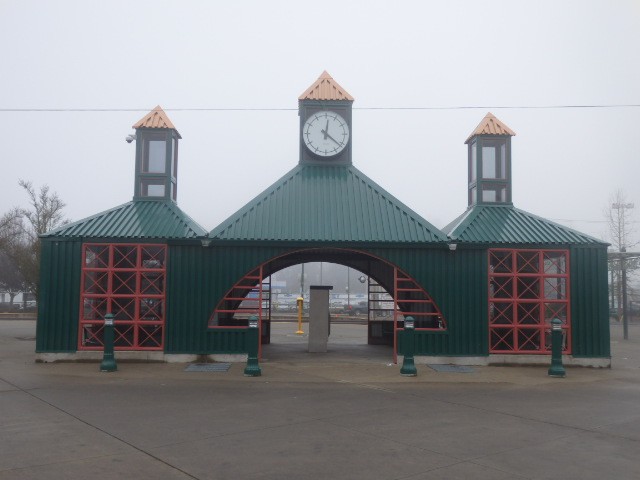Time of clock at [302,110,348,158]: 12:21
